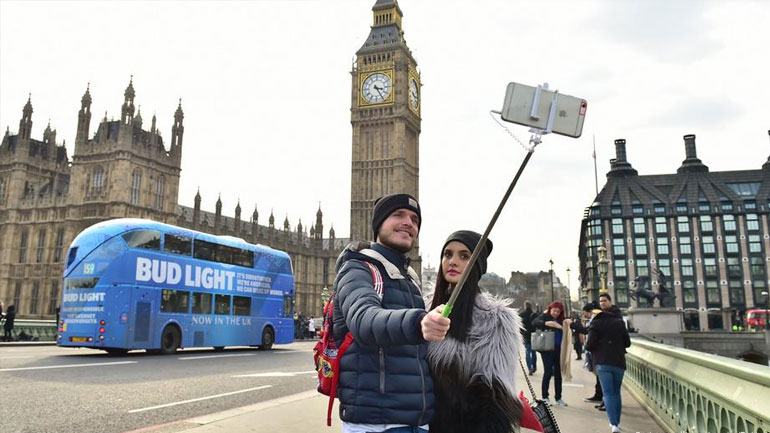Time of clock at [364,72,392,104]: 3:24
